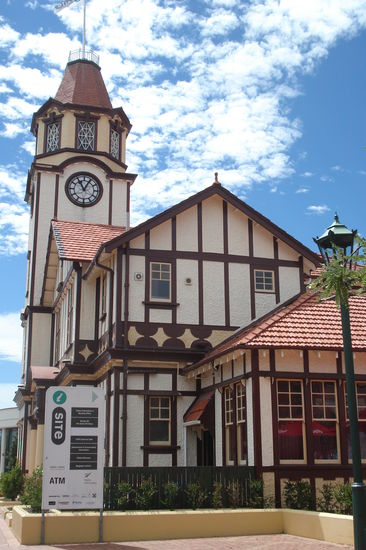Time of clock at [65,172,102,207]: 11:04
